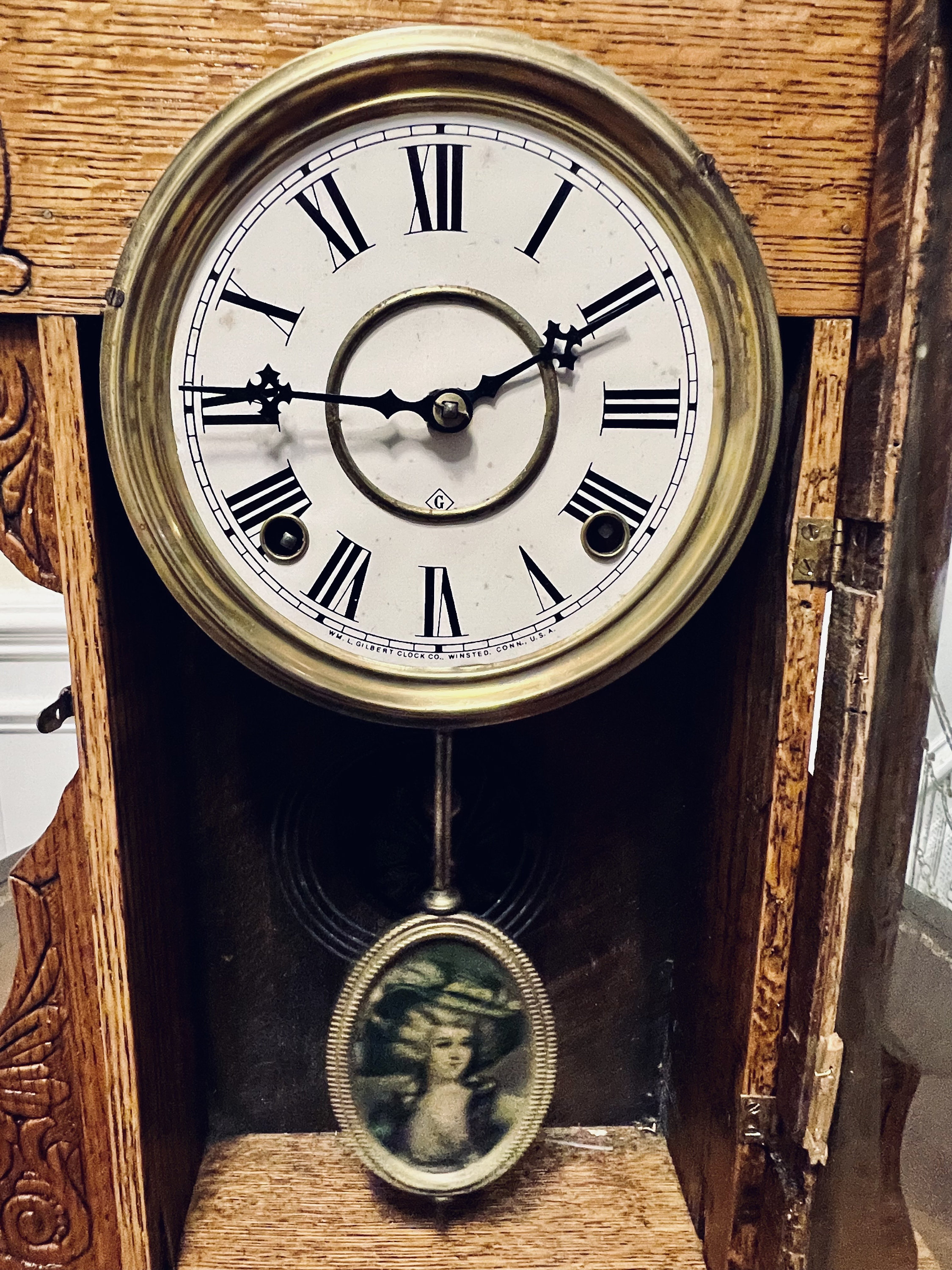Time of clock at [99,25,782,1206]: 9:10
